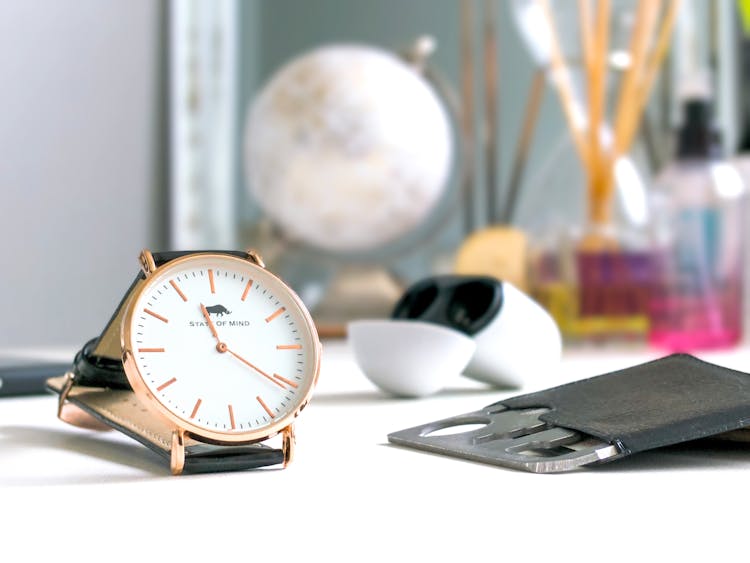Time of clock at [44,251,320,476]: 11:20
